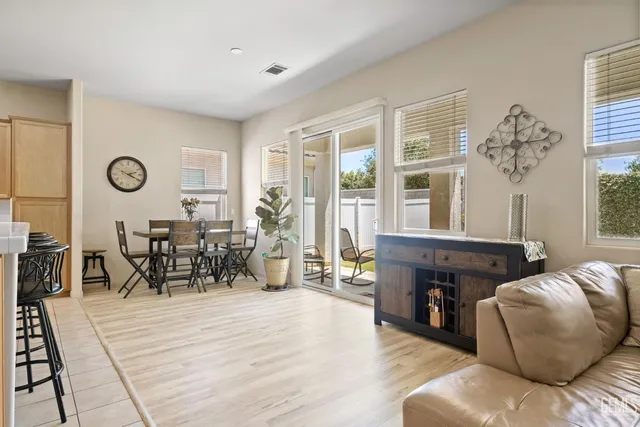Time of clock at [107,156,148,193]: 2:19
